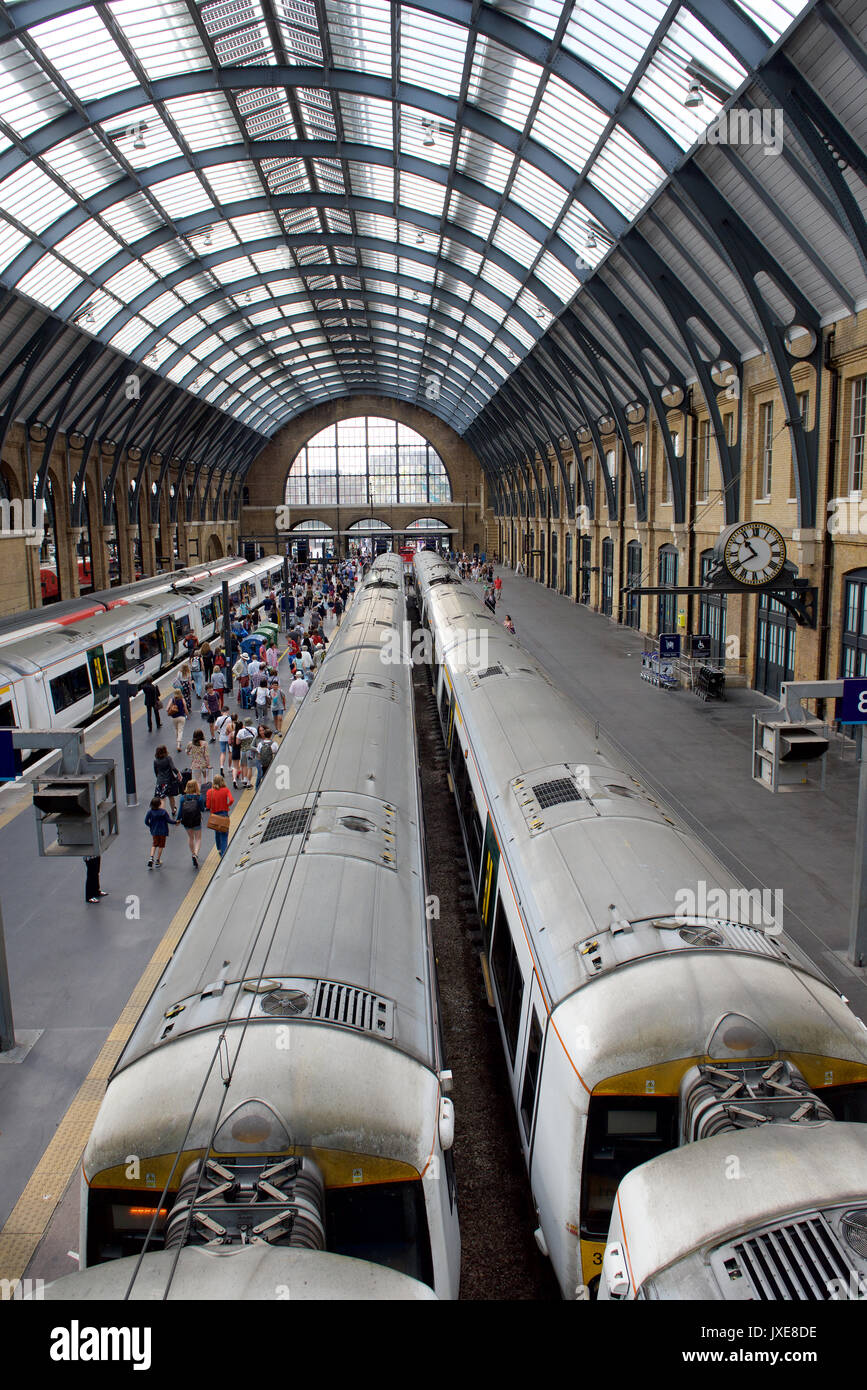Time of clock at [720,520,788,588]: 10:39
